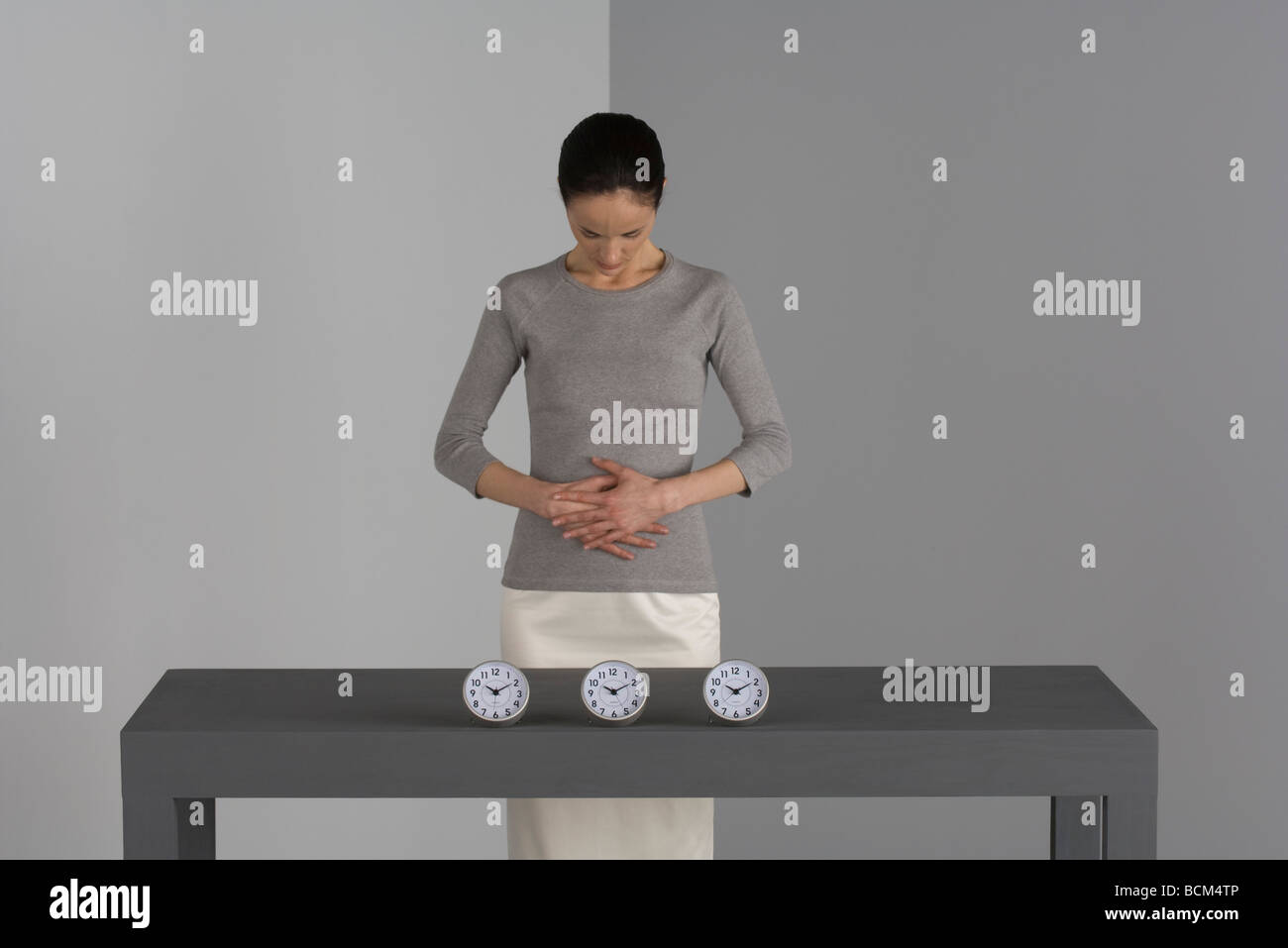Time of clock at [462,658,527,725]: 10:09
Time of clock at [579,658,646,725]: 10:10
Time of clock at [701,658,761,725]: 10:09
